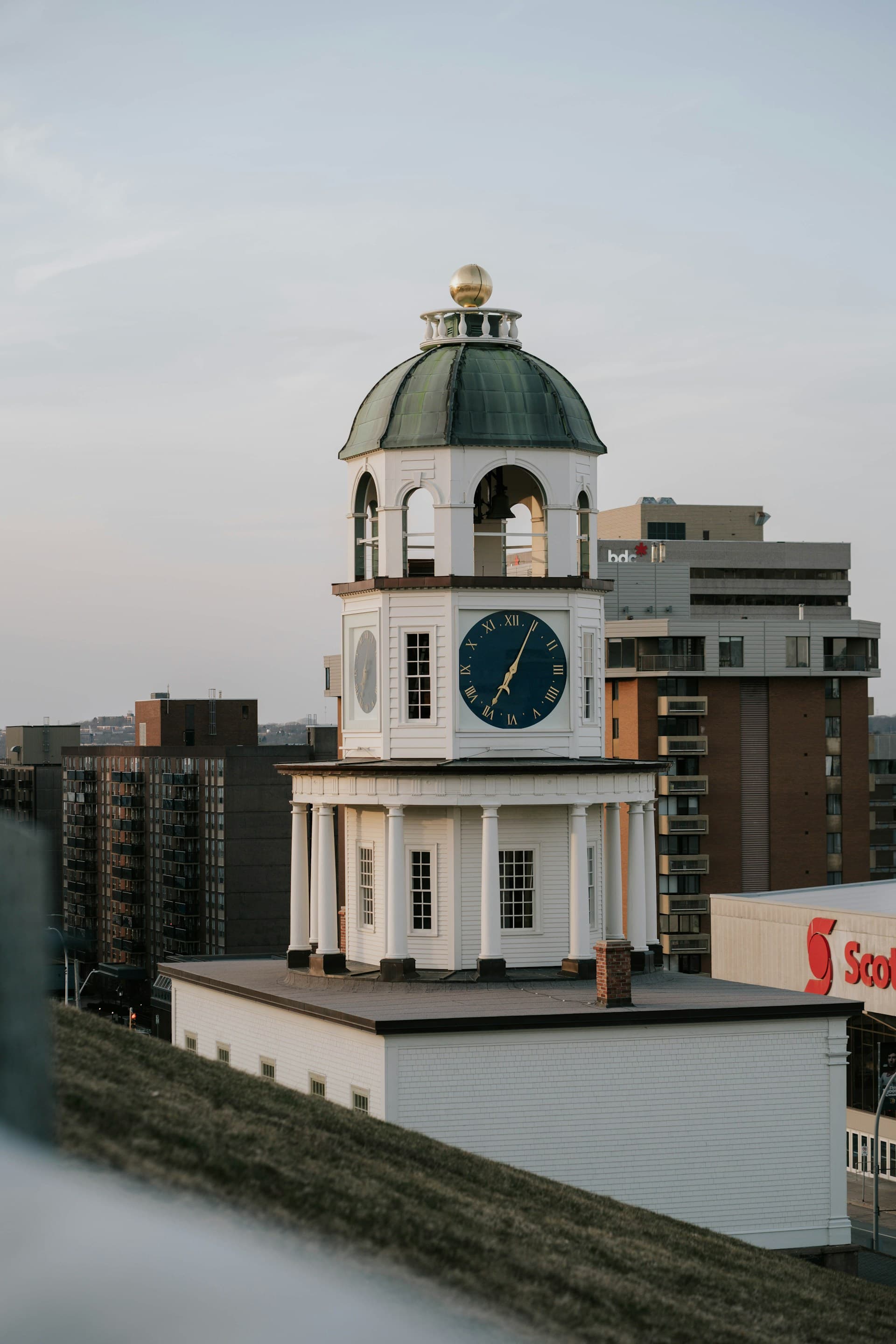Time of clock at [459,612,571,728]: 7:04
